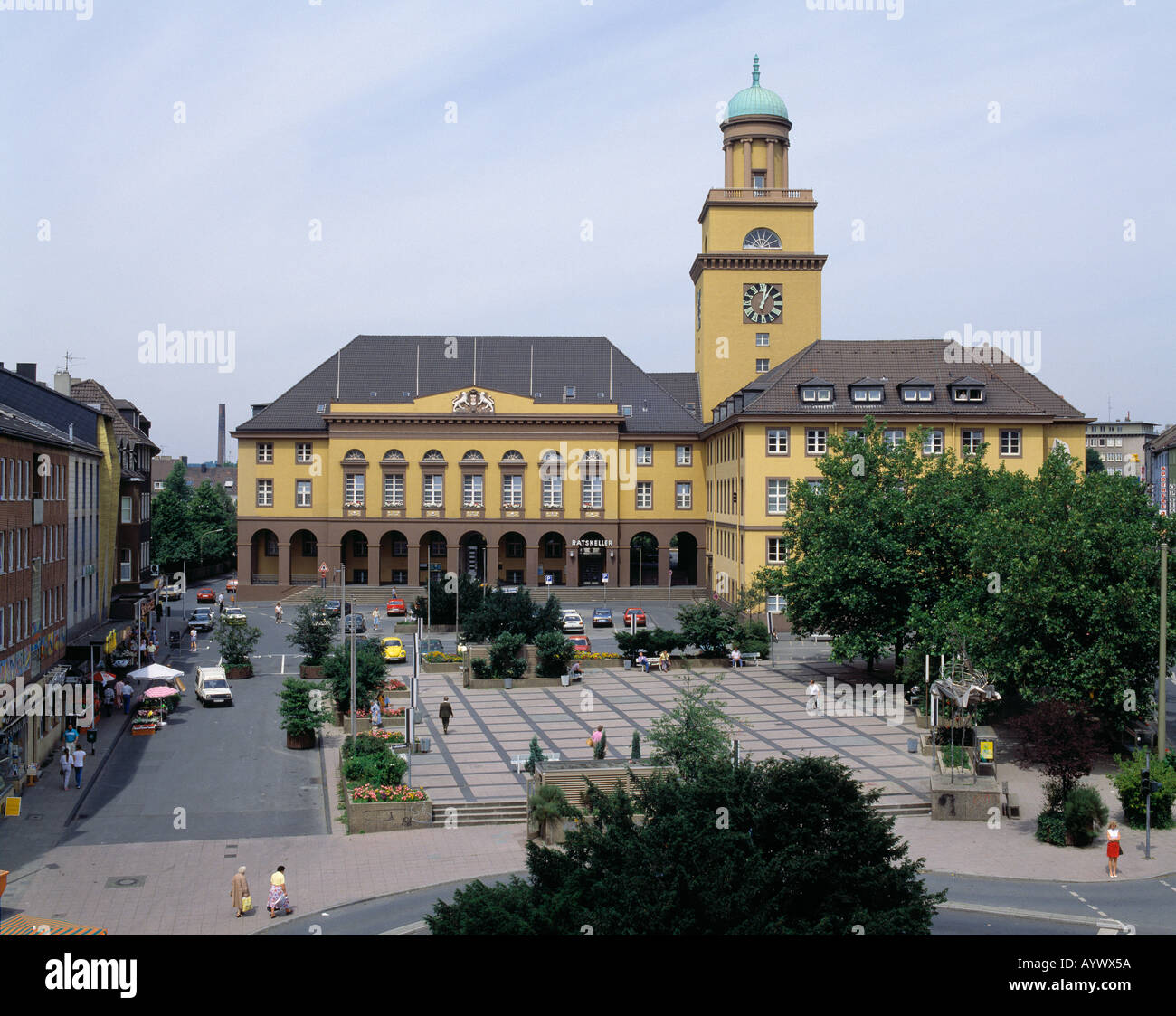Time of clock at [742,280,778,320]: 1:02
